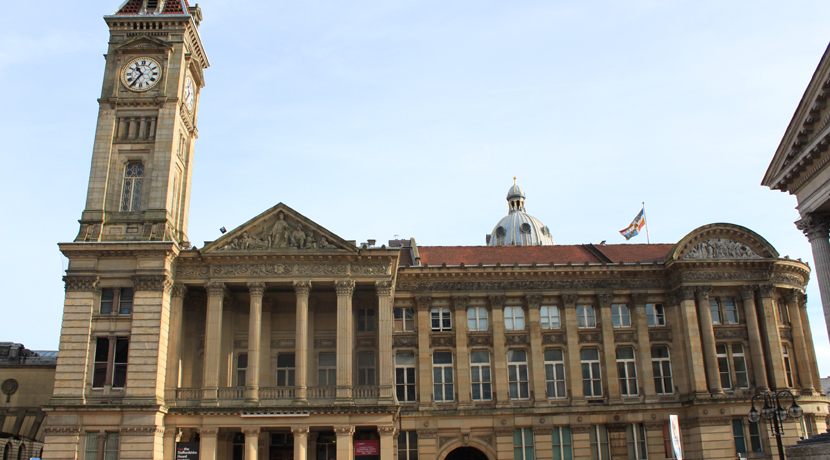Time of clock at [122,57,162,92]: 10:36
